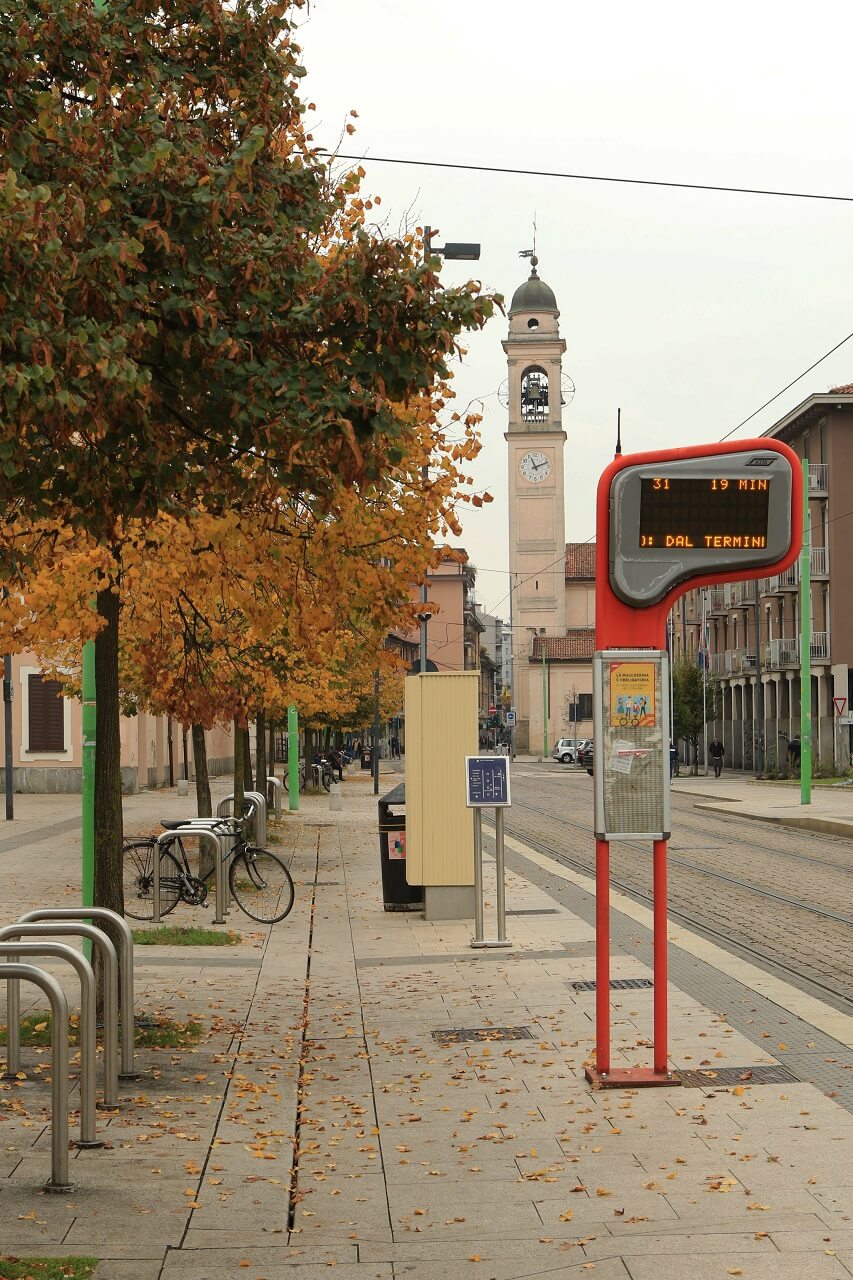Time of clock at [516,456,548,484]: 11:11
